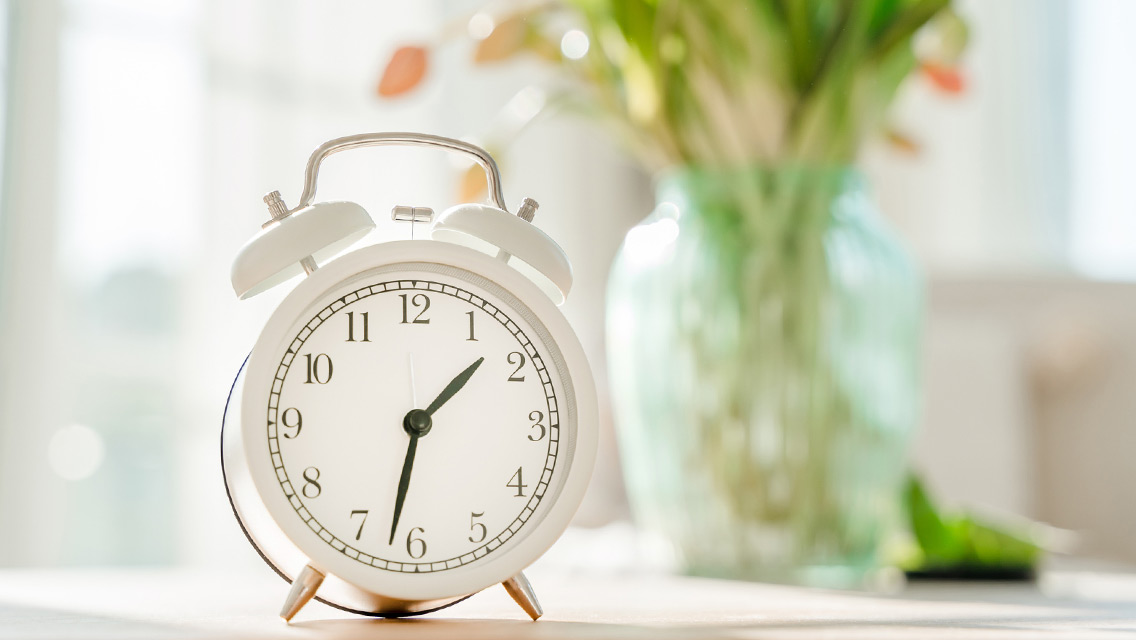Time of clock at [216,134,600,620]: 1:32
